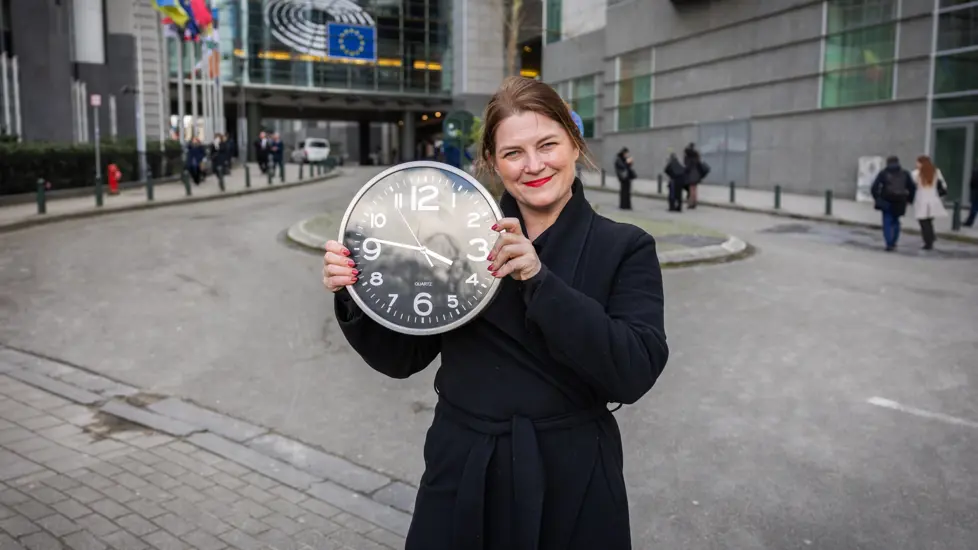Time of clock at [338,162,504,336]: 3:46
